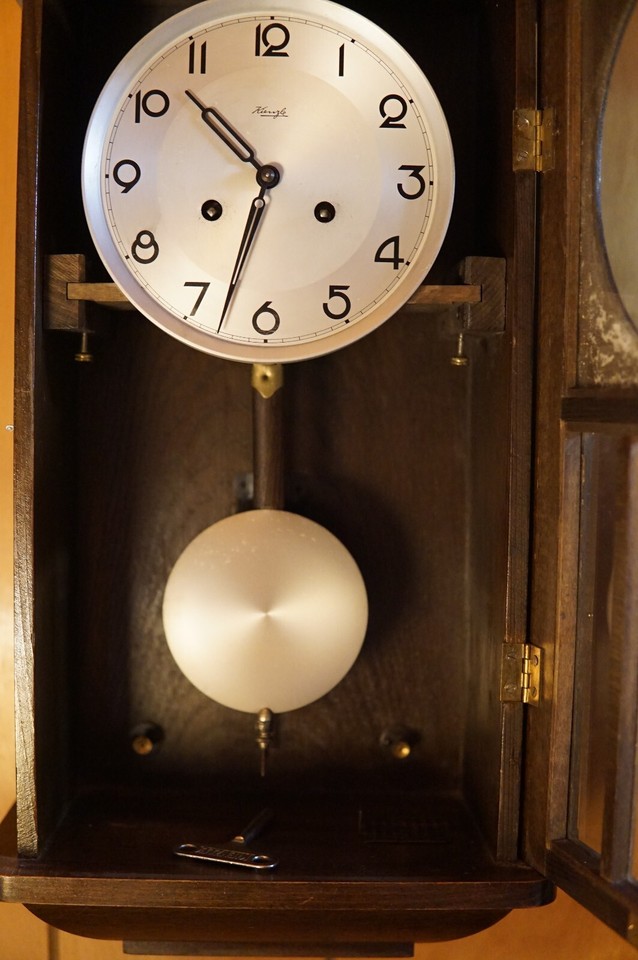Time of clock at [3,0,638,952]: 10:33
